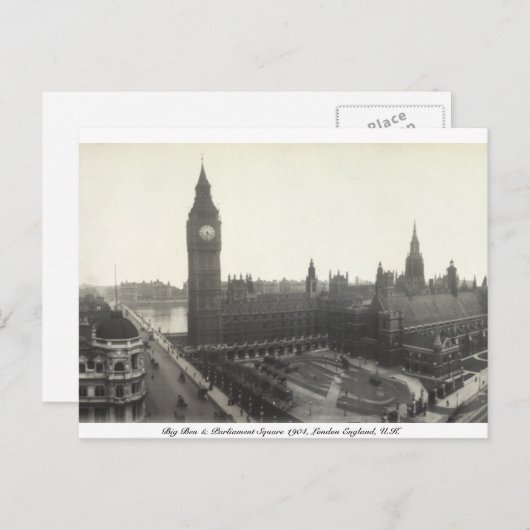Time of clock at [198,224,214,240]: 4:31
